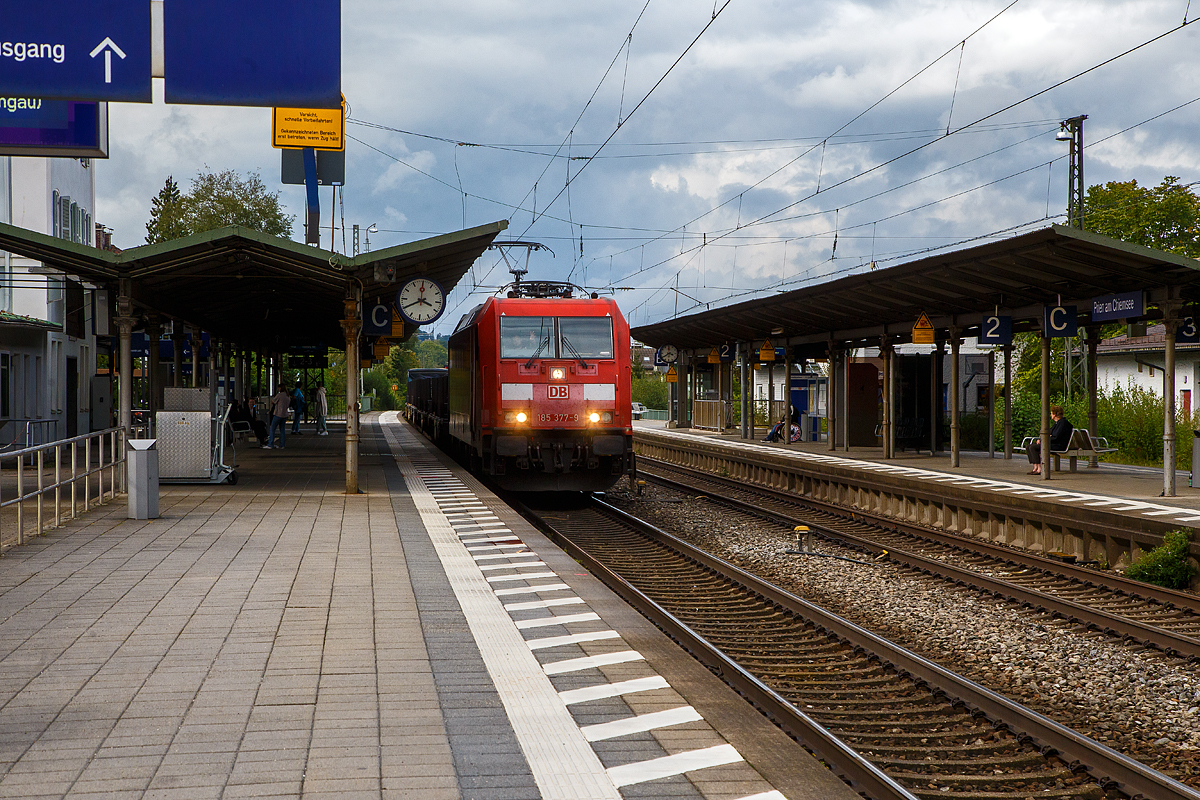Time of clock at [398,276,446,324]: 3:40
